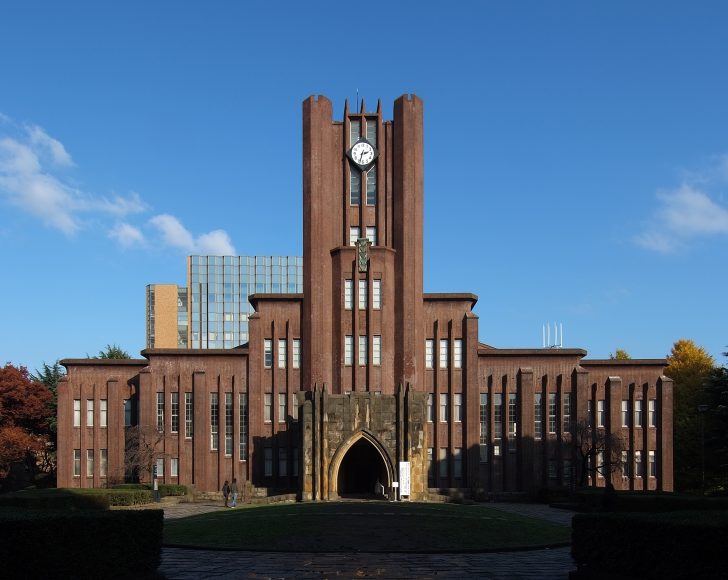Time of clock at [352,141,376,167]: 2:33
